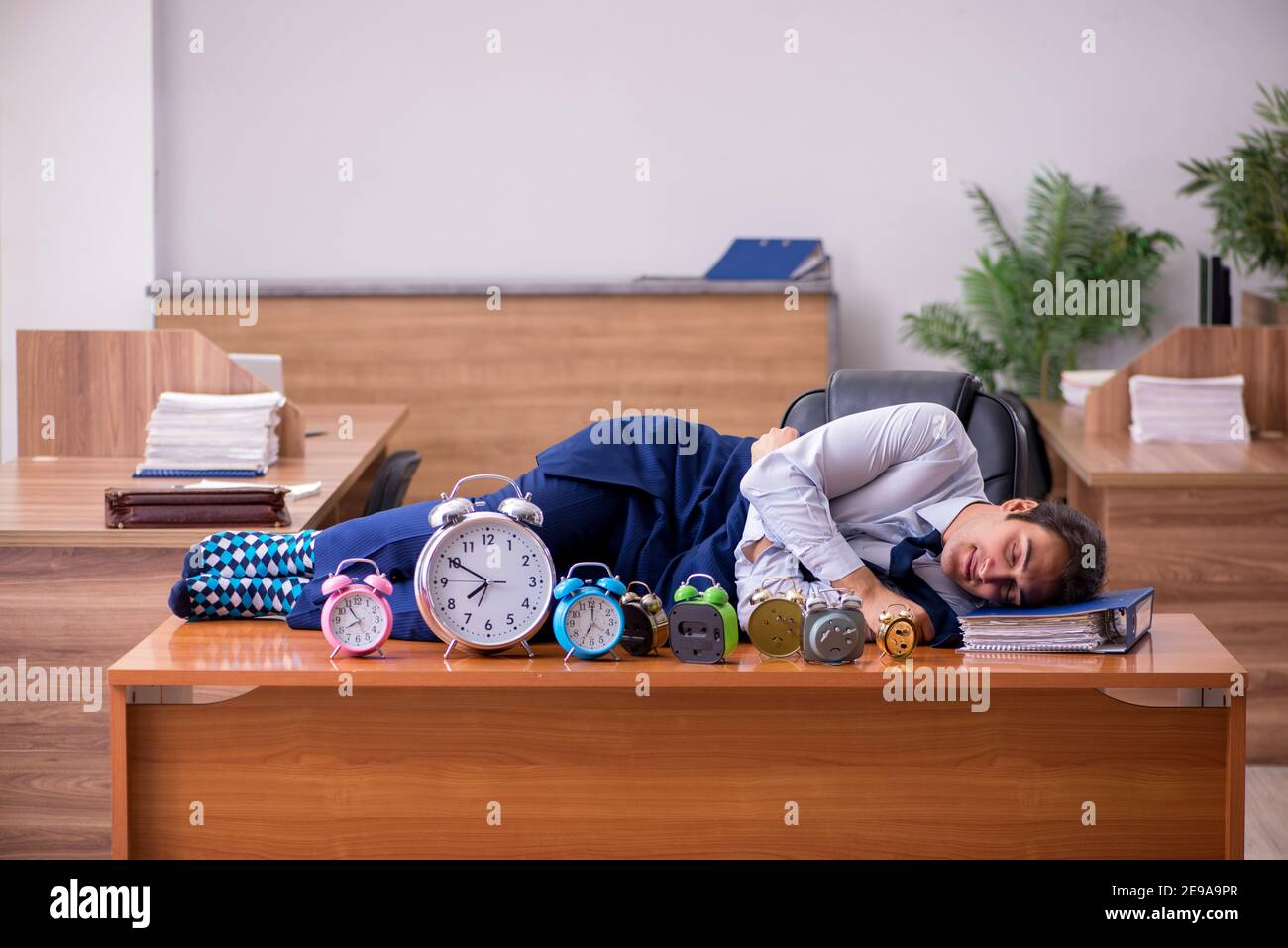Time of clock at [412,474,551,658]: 7:50
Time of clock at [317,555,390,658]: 7:54
